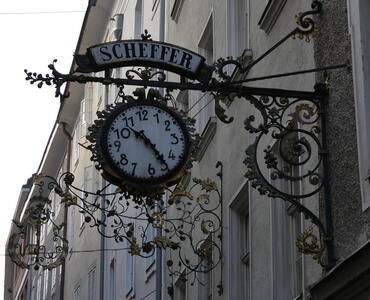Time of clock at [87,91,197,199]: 10:24
